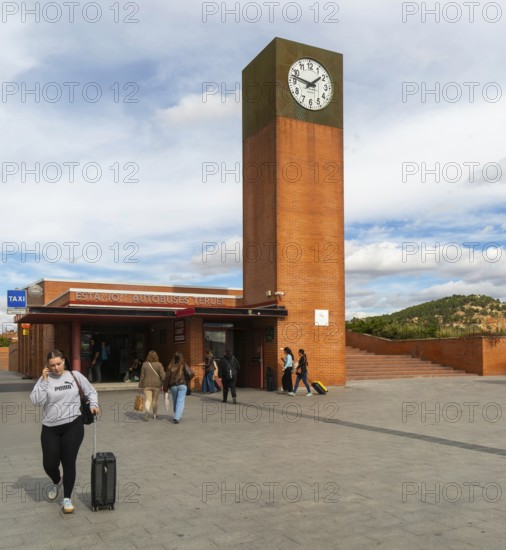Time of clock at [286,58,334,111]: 1:47
